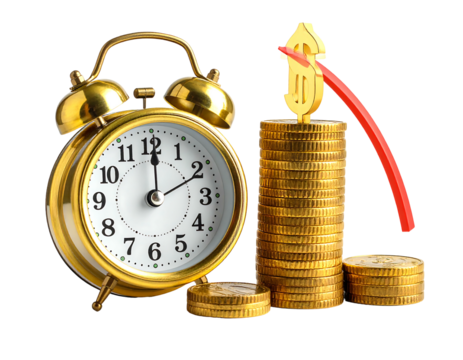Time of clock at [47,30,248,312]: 2:00
